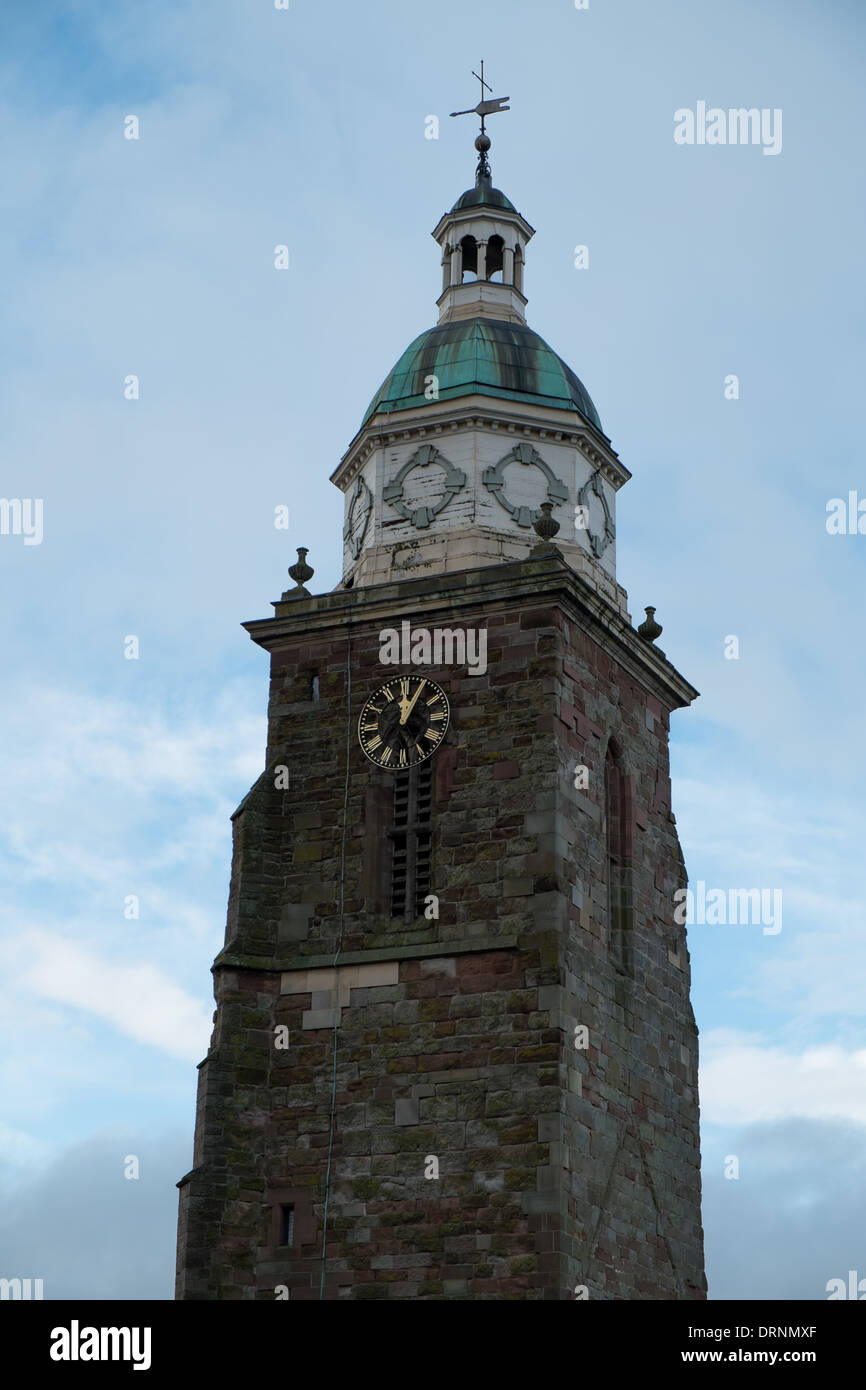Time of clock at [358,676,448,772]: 12:05
